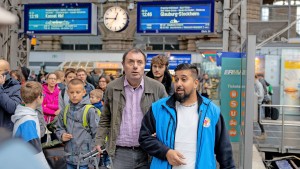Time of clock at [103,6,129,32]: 12:45
